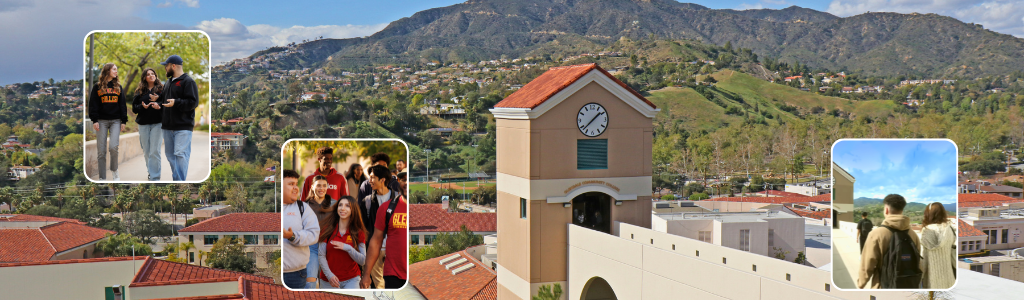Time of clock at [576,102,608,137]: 1:37
